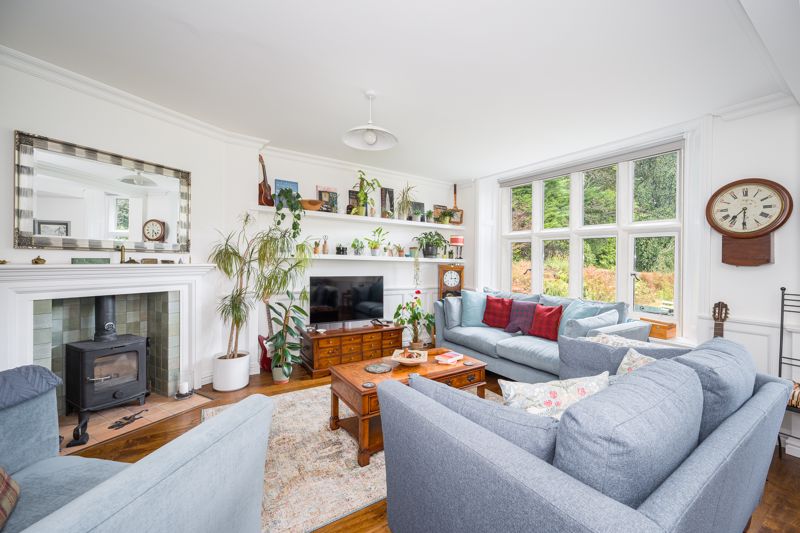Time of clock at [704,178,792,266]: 7:30
